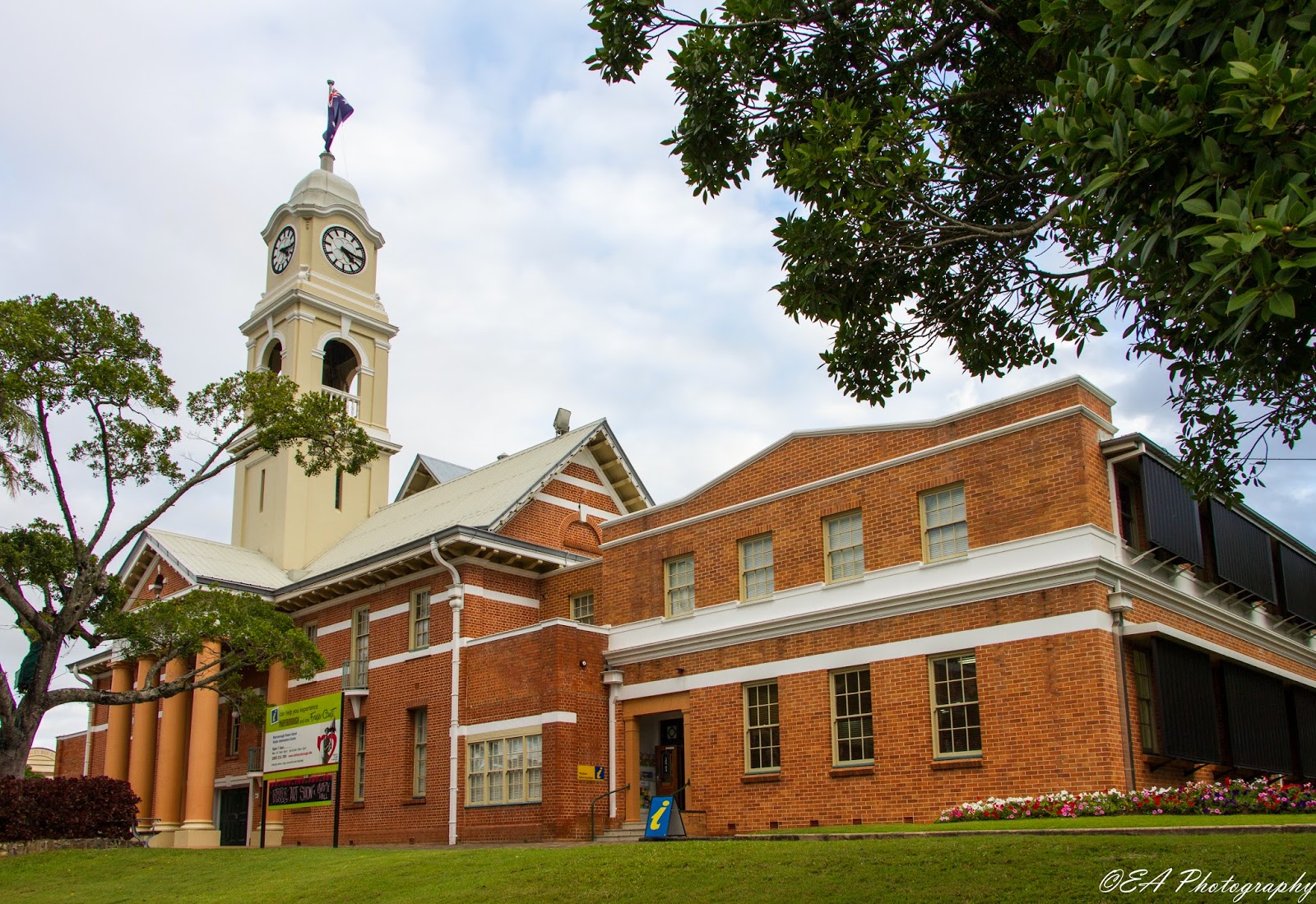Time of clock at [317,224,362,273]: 4:16
